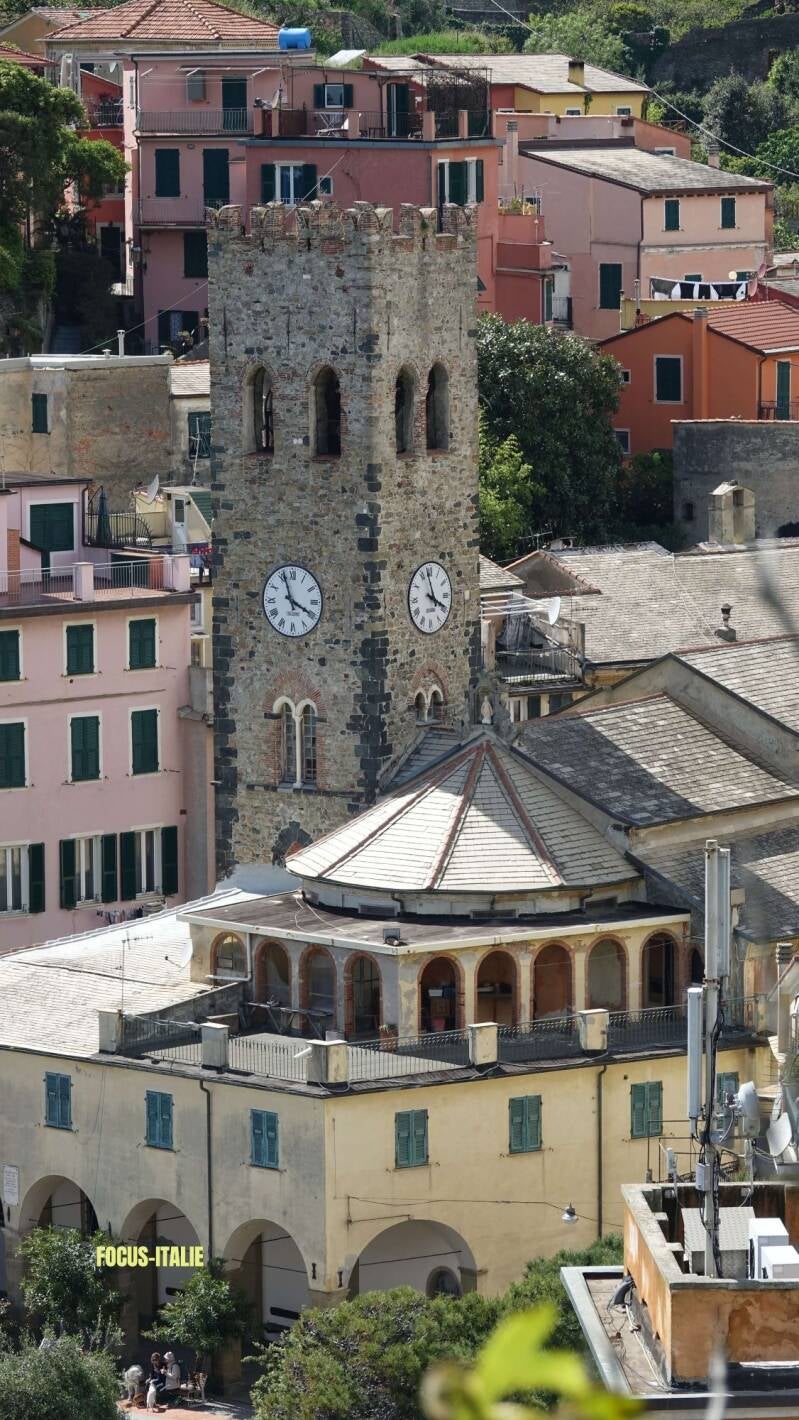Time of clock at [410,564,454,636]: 3:58
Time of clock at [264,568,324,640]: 3:56
